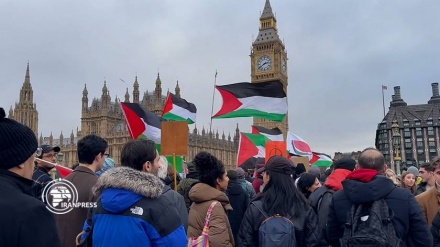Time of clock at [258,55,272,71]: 2:39
